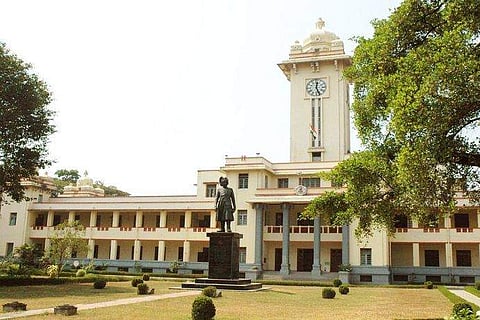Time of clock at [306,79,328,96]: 12:26
